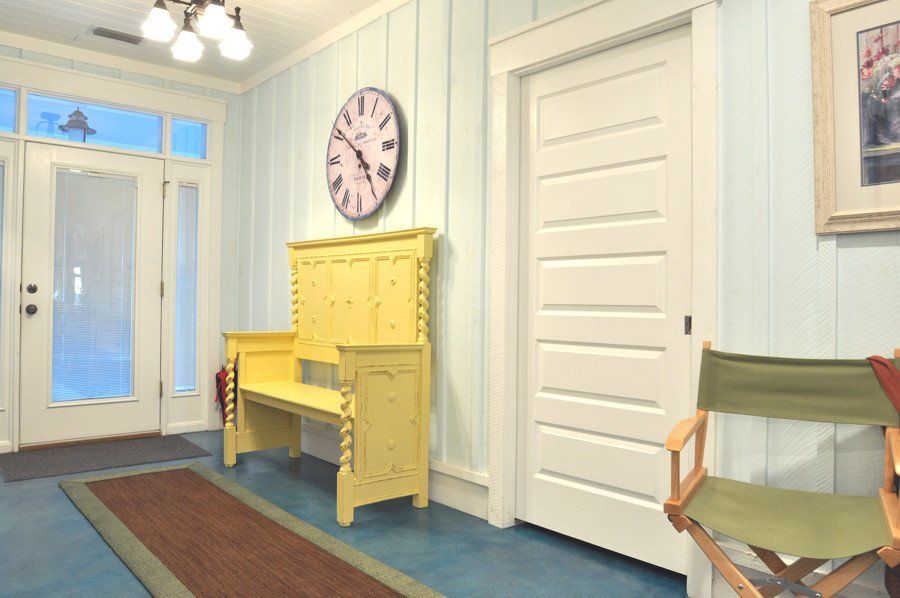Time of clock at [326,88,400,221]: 4:51
